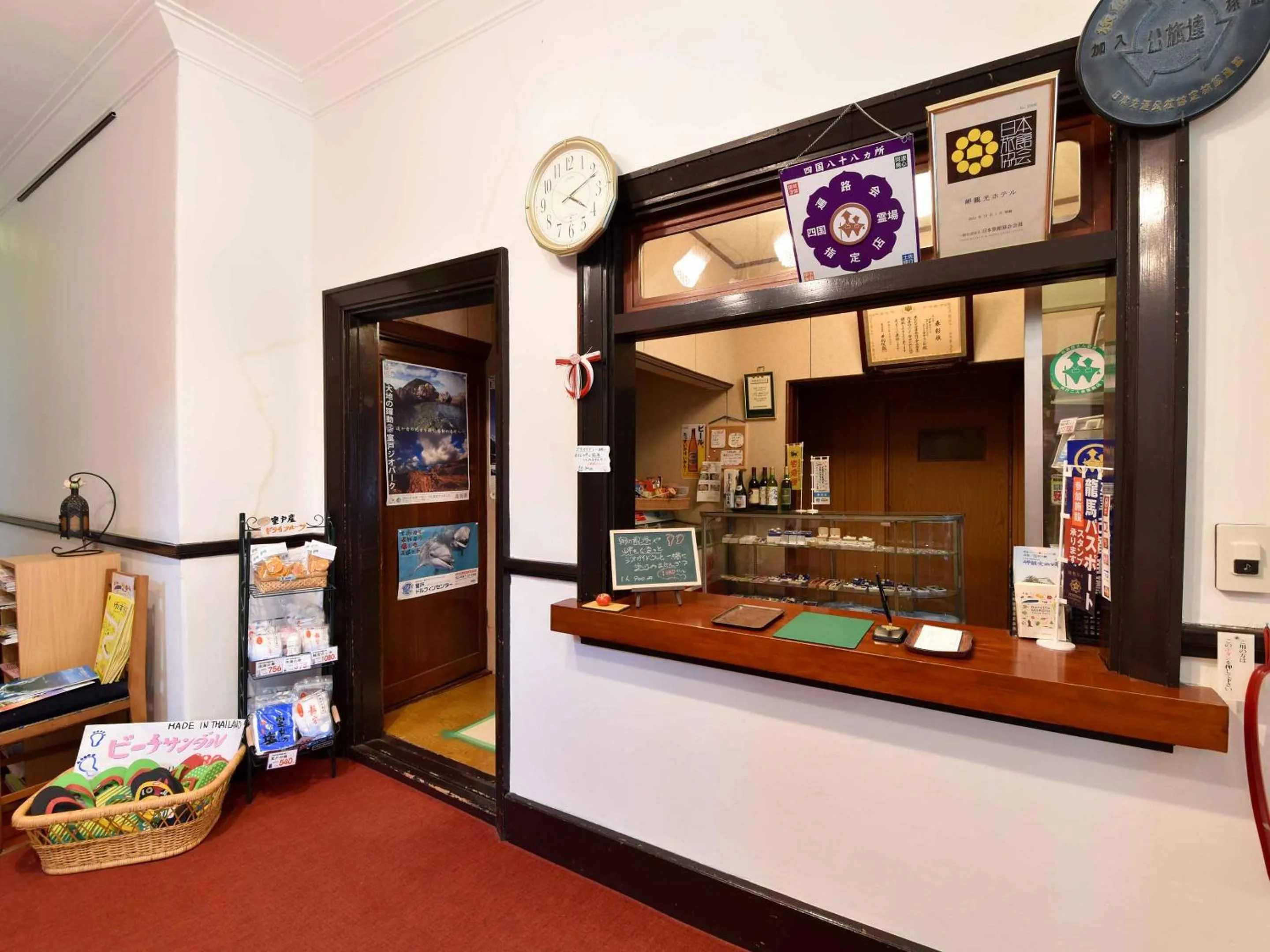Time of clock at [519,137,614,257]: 4:11
